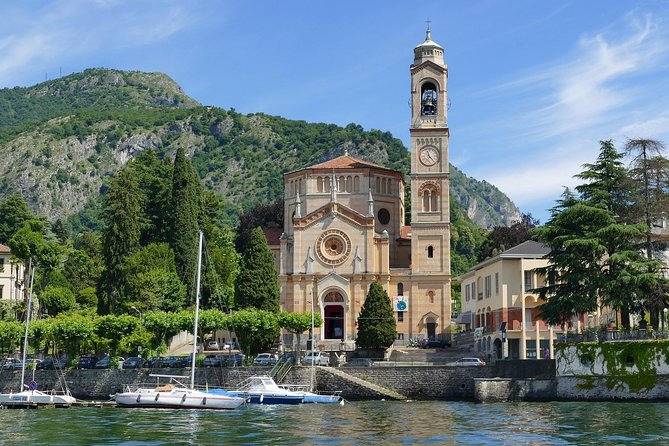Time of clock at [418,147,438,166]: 11:22
